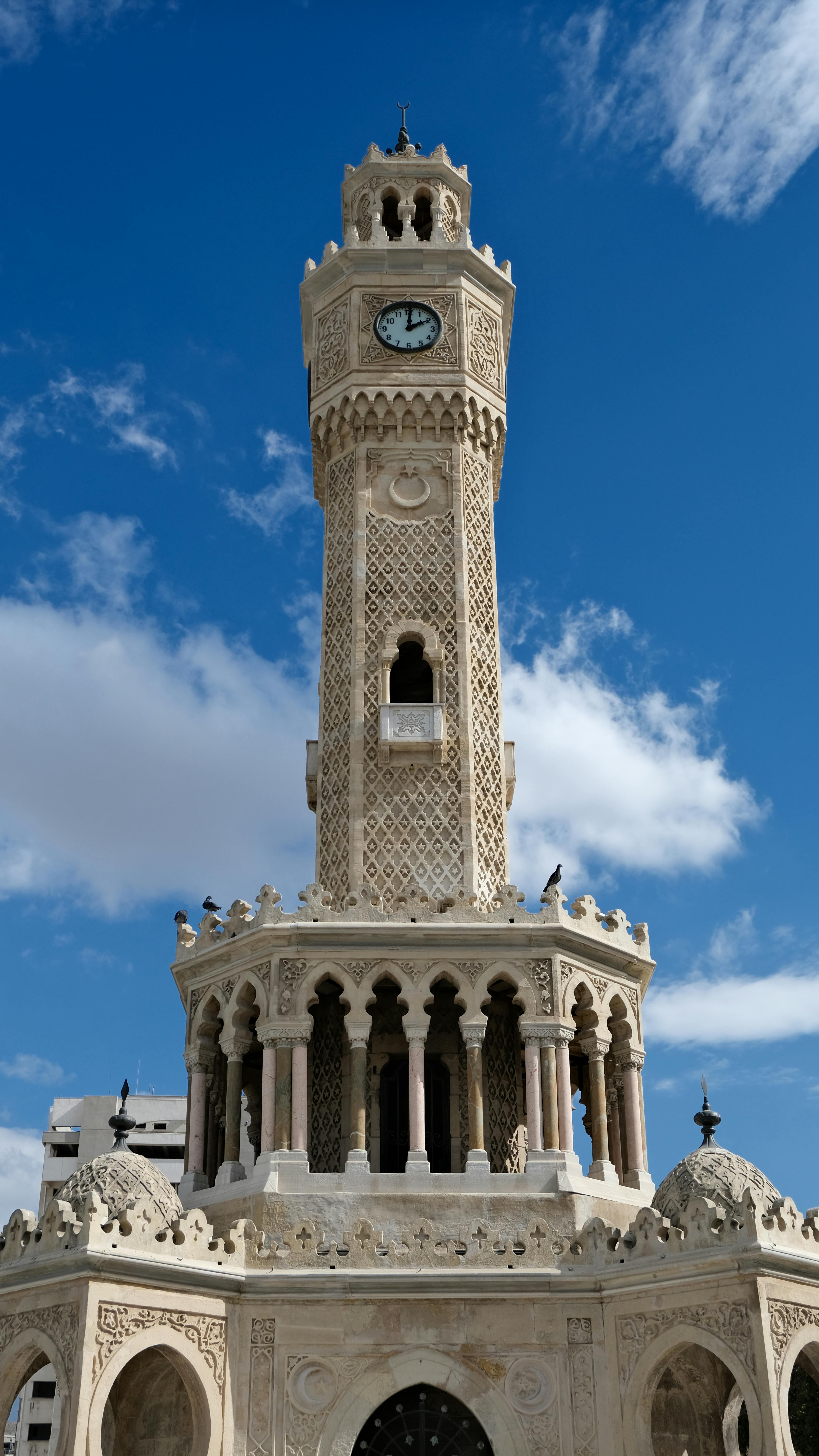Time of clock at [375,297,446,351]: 2:00
